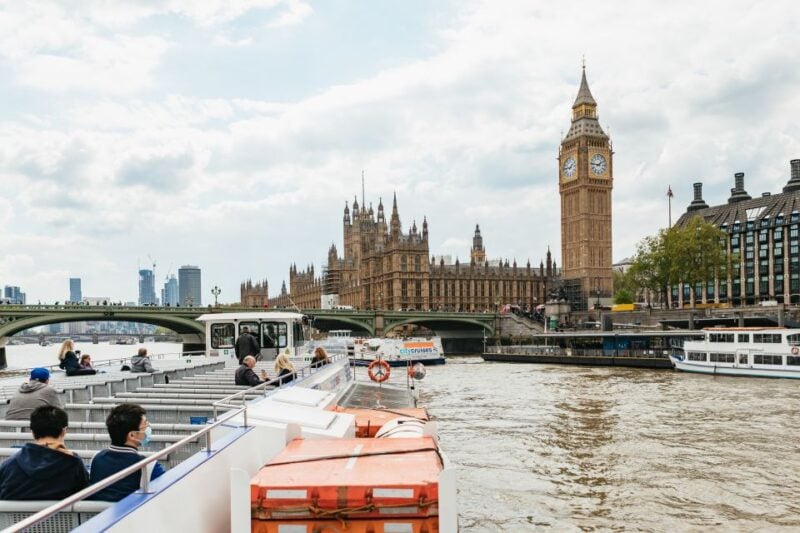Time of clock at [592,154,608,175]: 1:46
